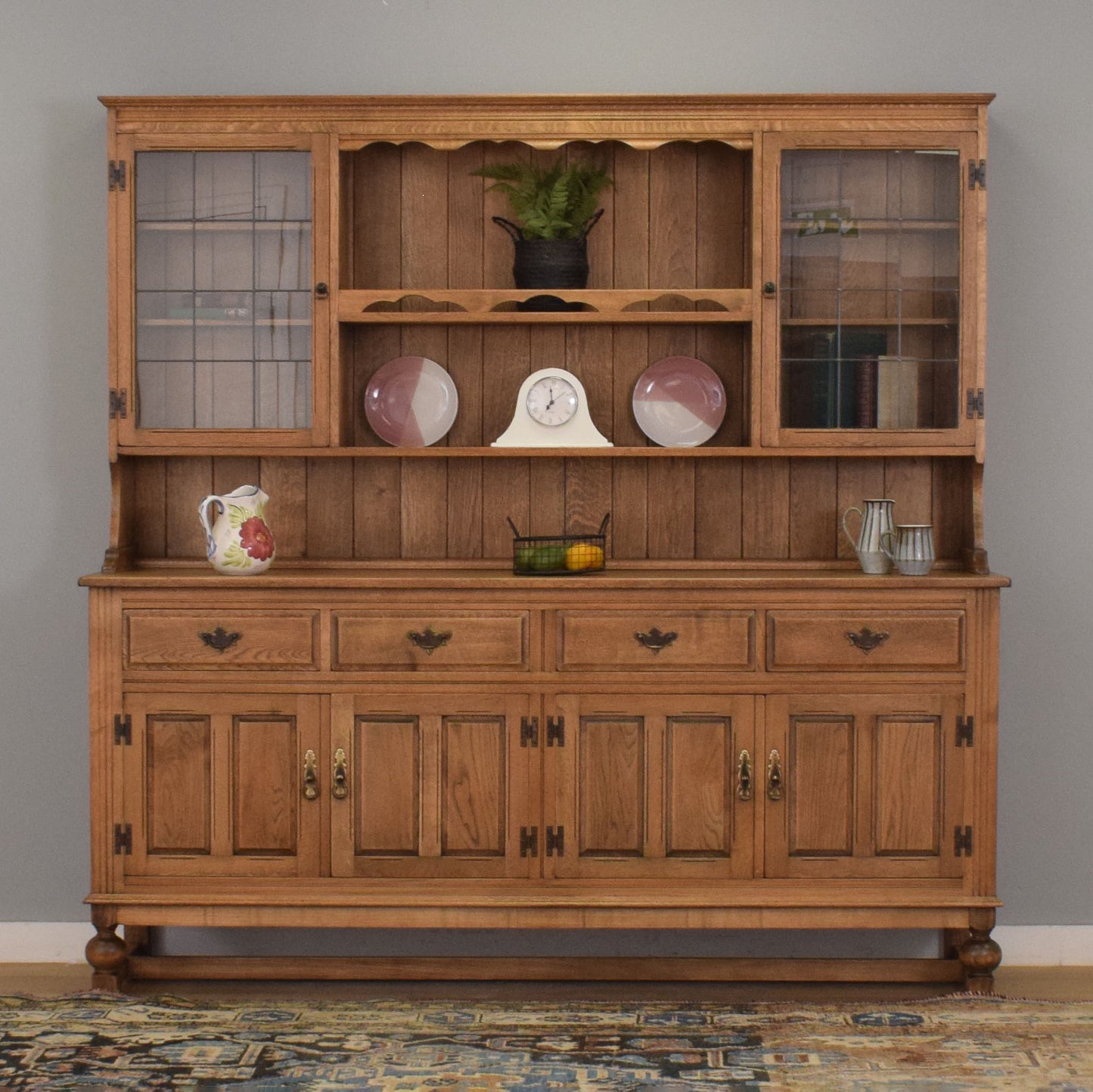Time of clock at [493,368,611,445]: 7:01
